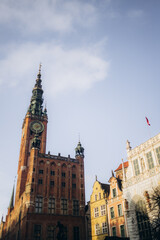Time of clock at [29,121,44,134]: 7:12
